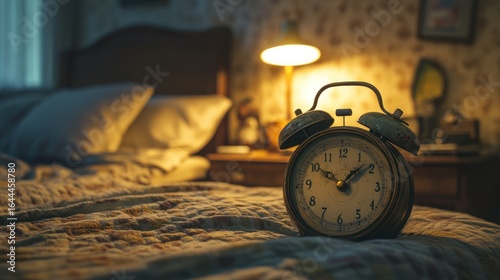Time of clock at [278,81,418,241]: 1:51
